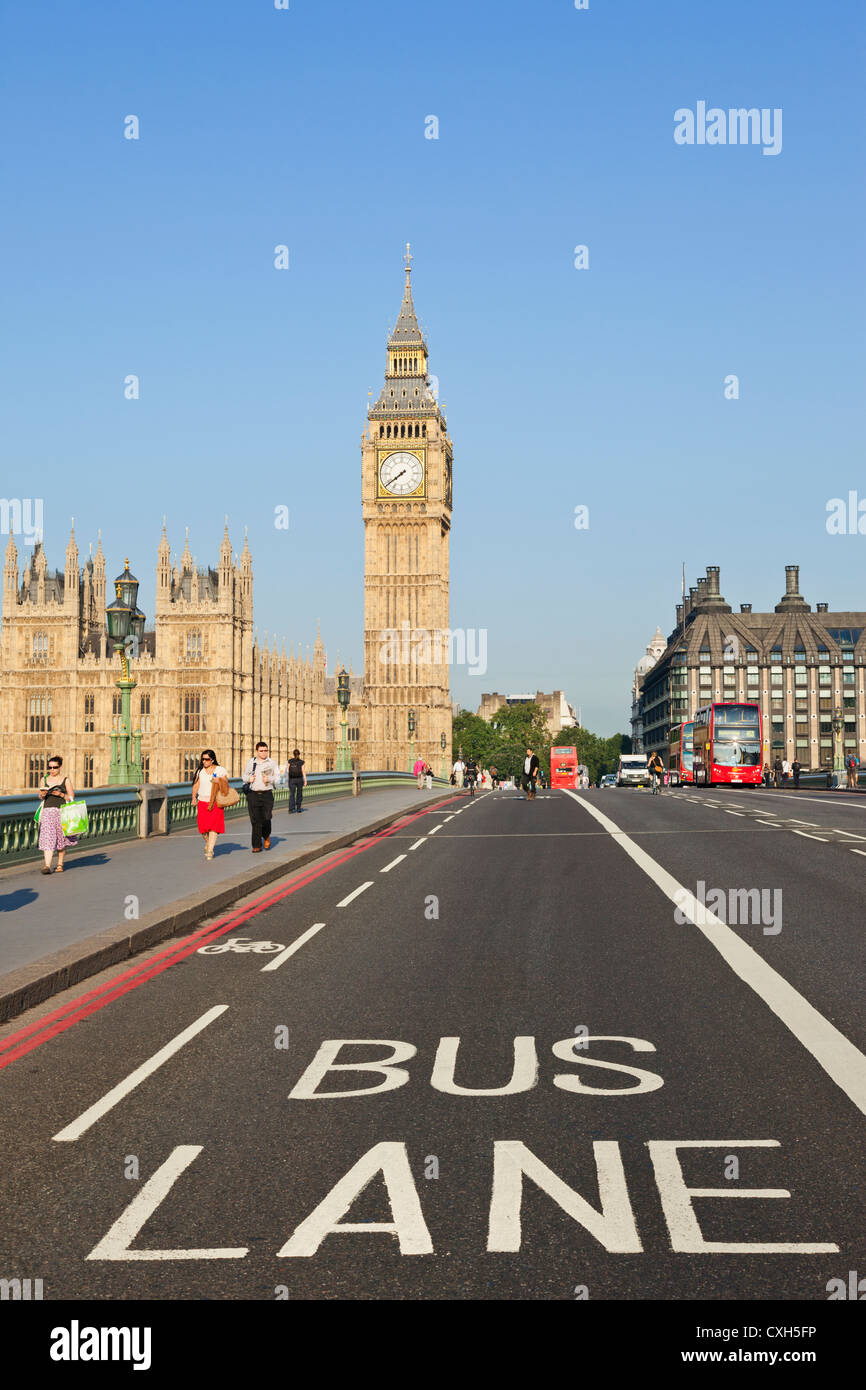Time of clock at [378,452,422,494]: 7:38
